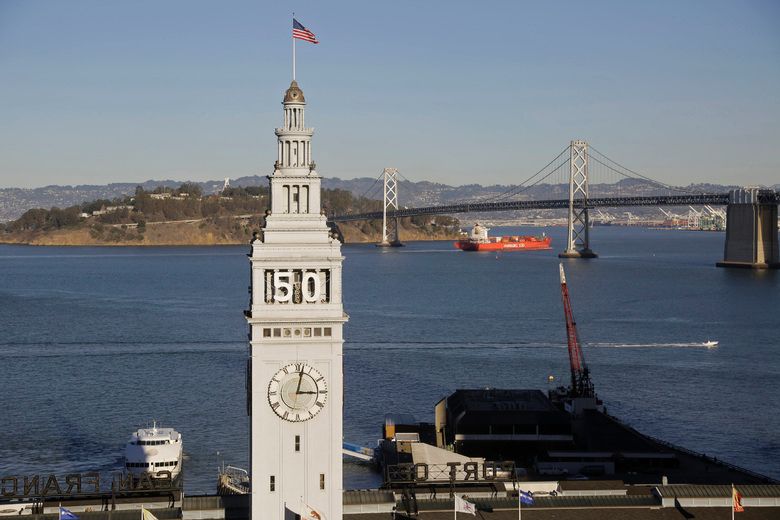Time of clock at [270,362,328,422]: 3:02
